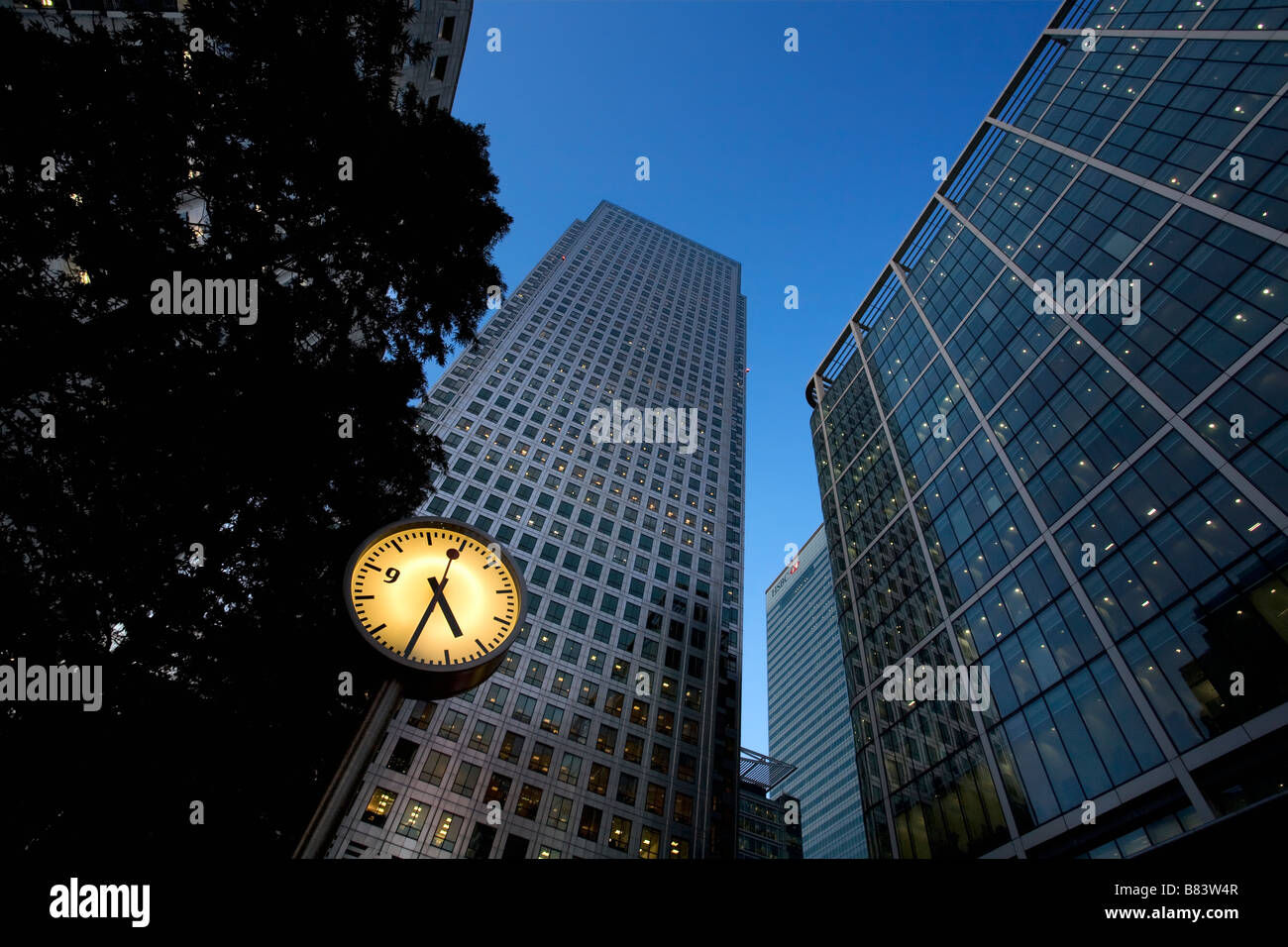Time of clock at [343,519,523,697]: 5:35
